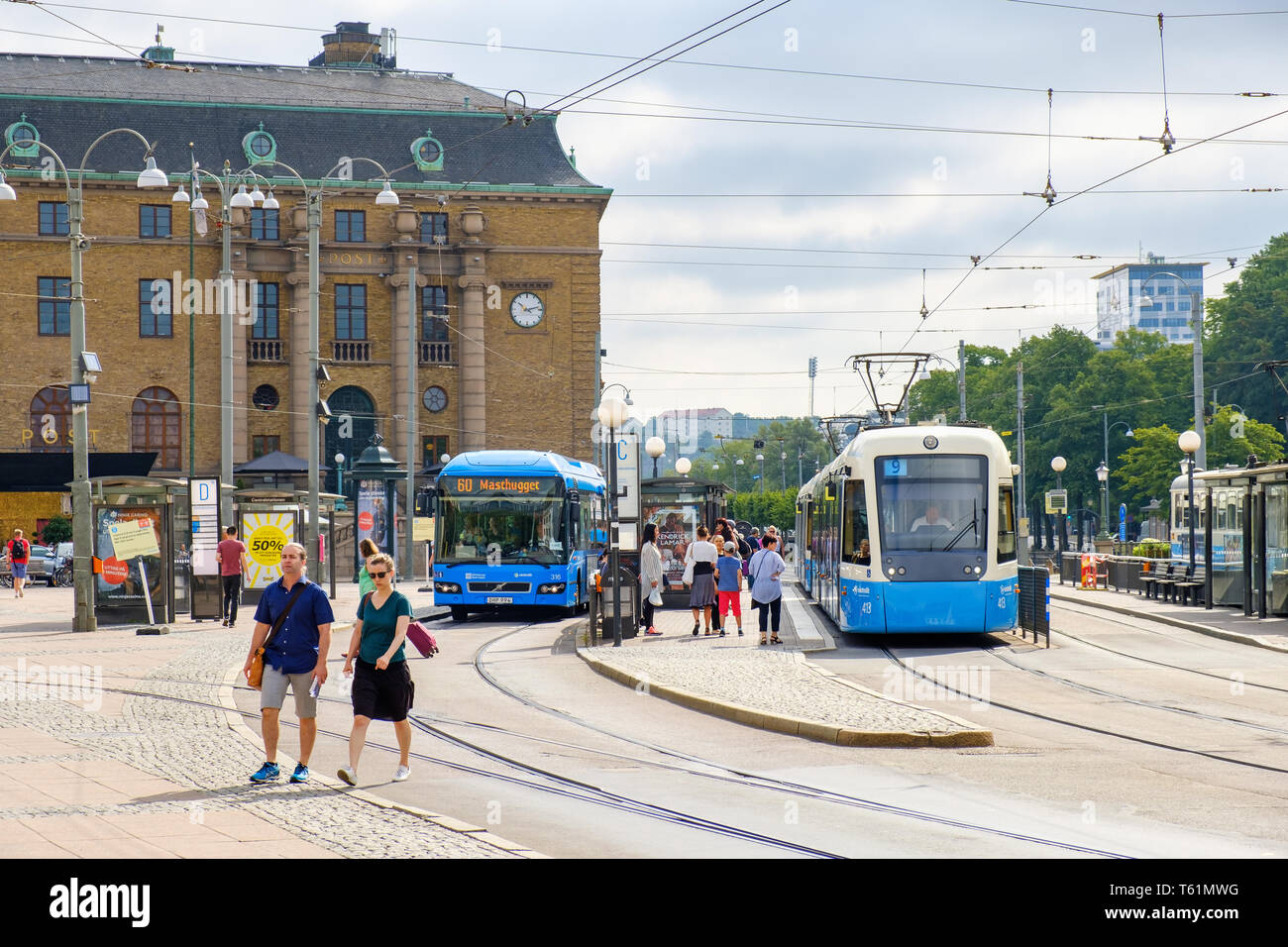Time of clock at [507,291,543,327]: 10:12
